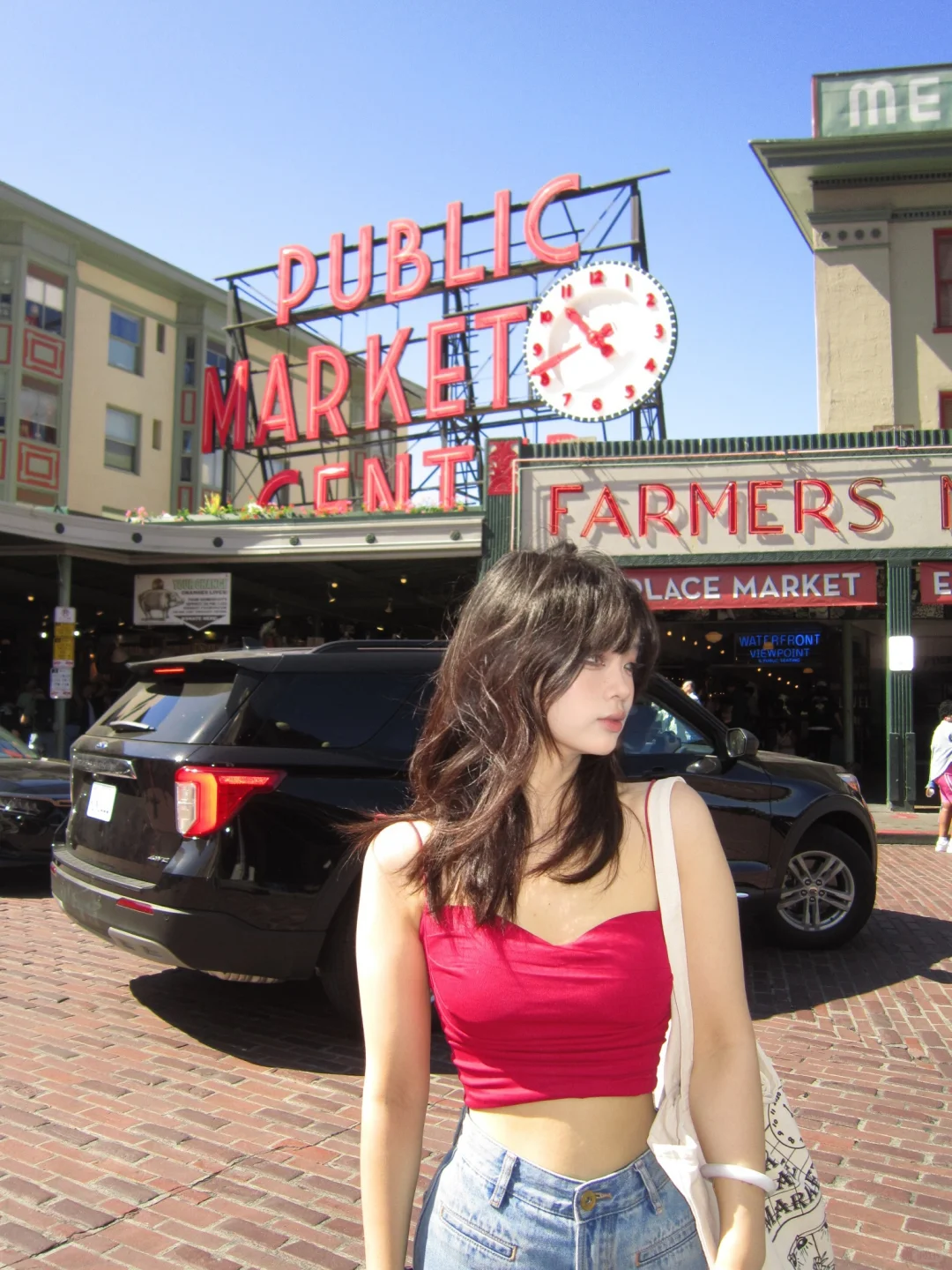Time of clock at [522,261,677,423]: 10:42
